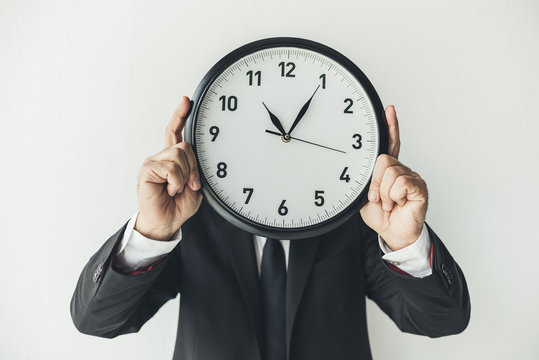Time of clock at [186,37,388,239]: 11:05
